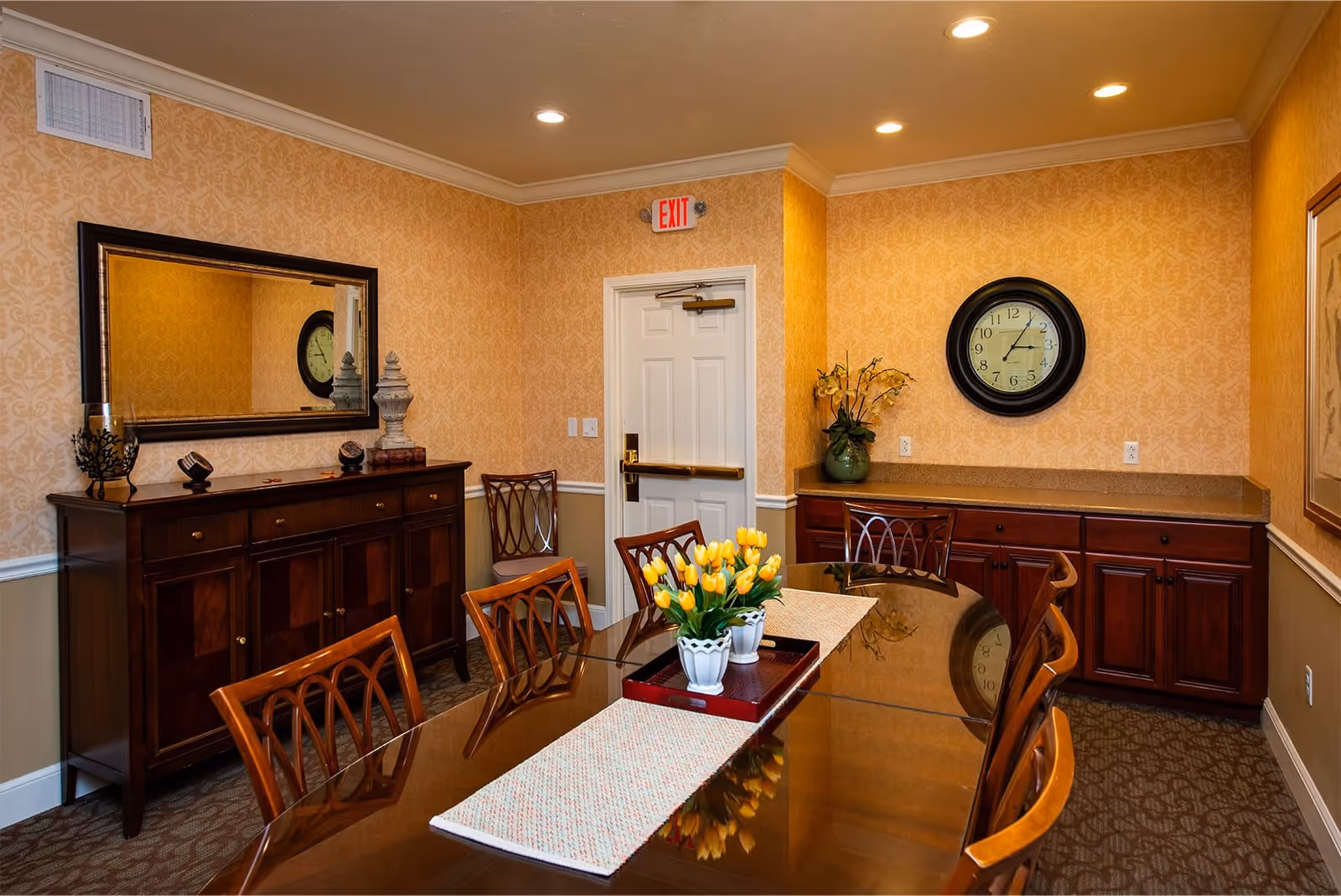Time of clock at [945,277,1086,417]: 3:05
